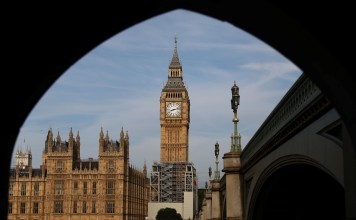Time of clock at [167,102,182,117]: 8:12
